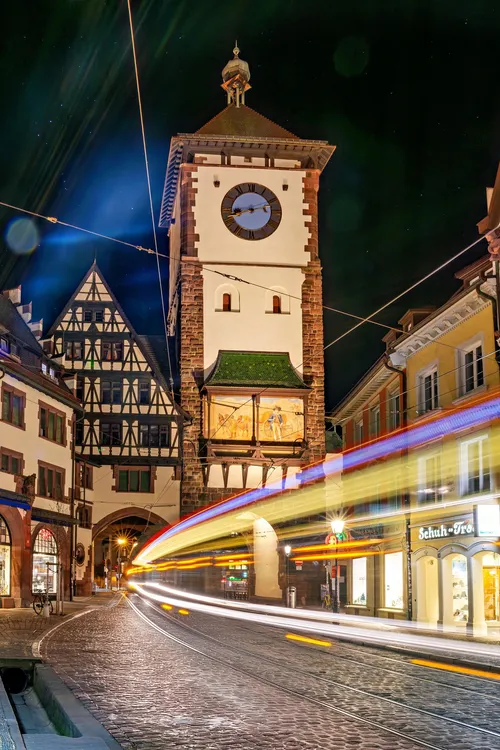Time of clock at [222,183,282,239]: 8:12
